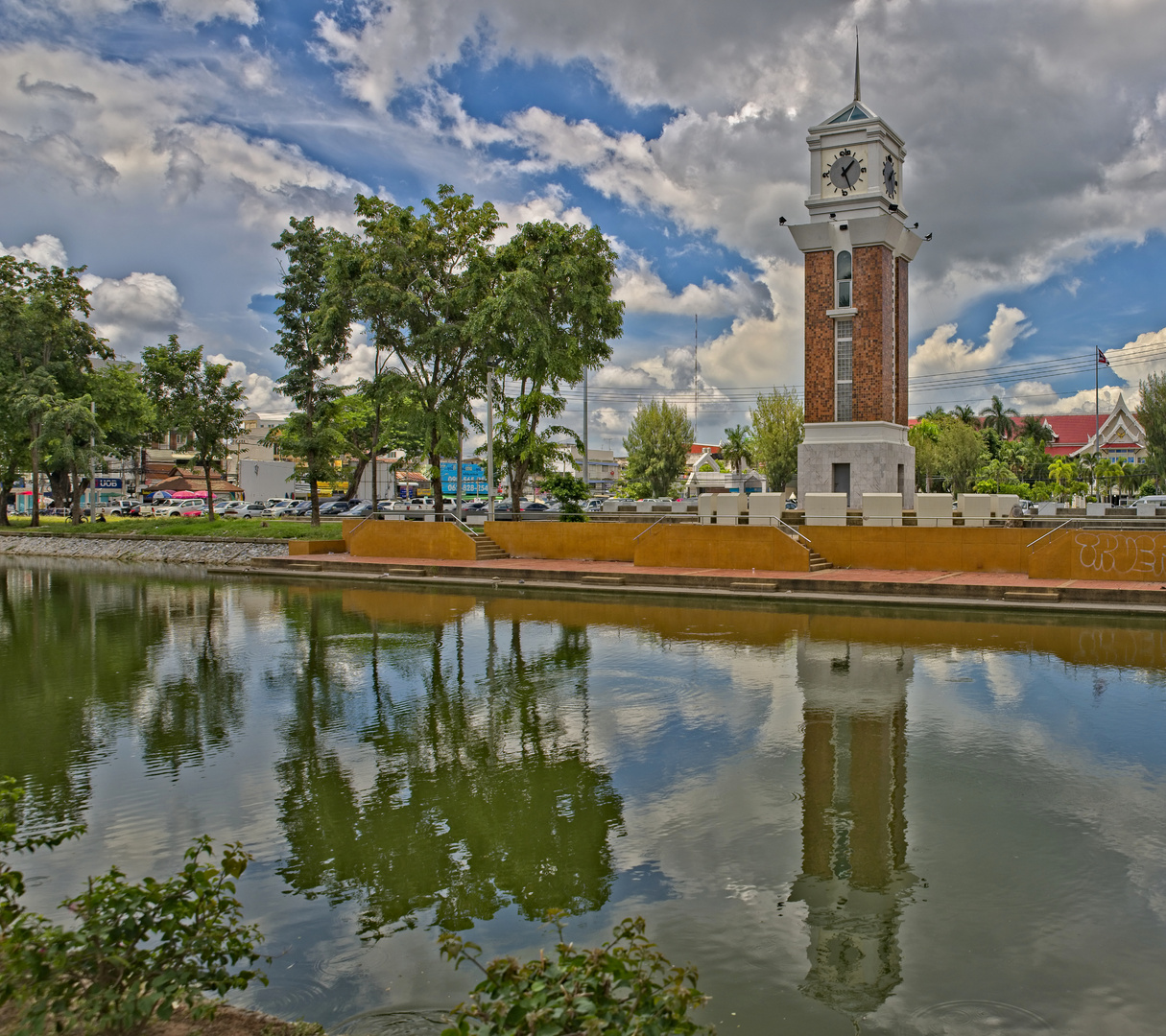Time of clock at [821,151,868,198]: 1:26
